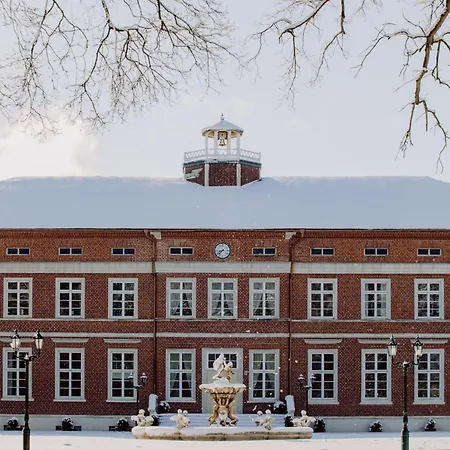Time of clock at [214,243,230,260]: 8:38
